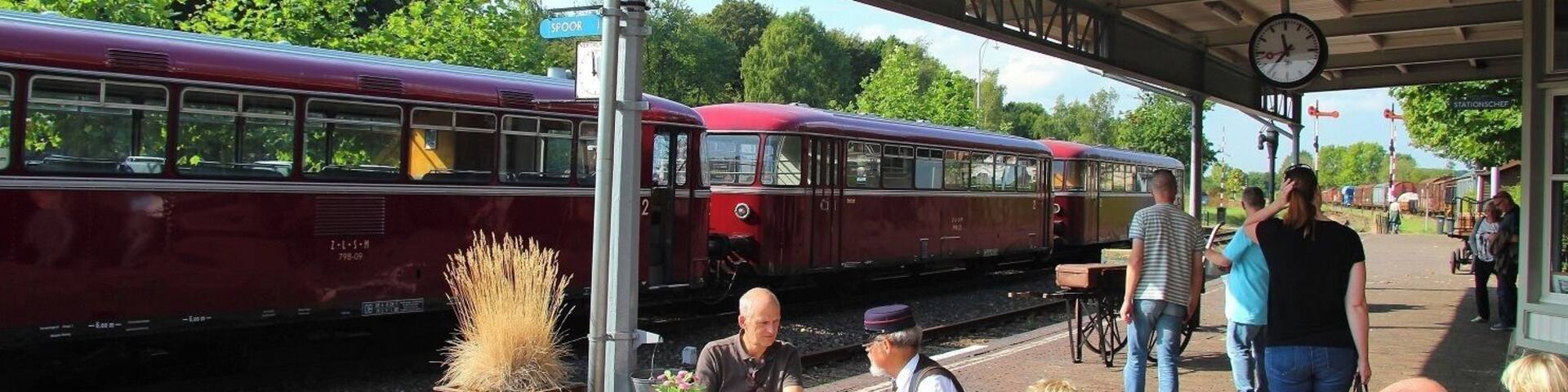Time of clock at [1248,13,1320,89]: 11:36
